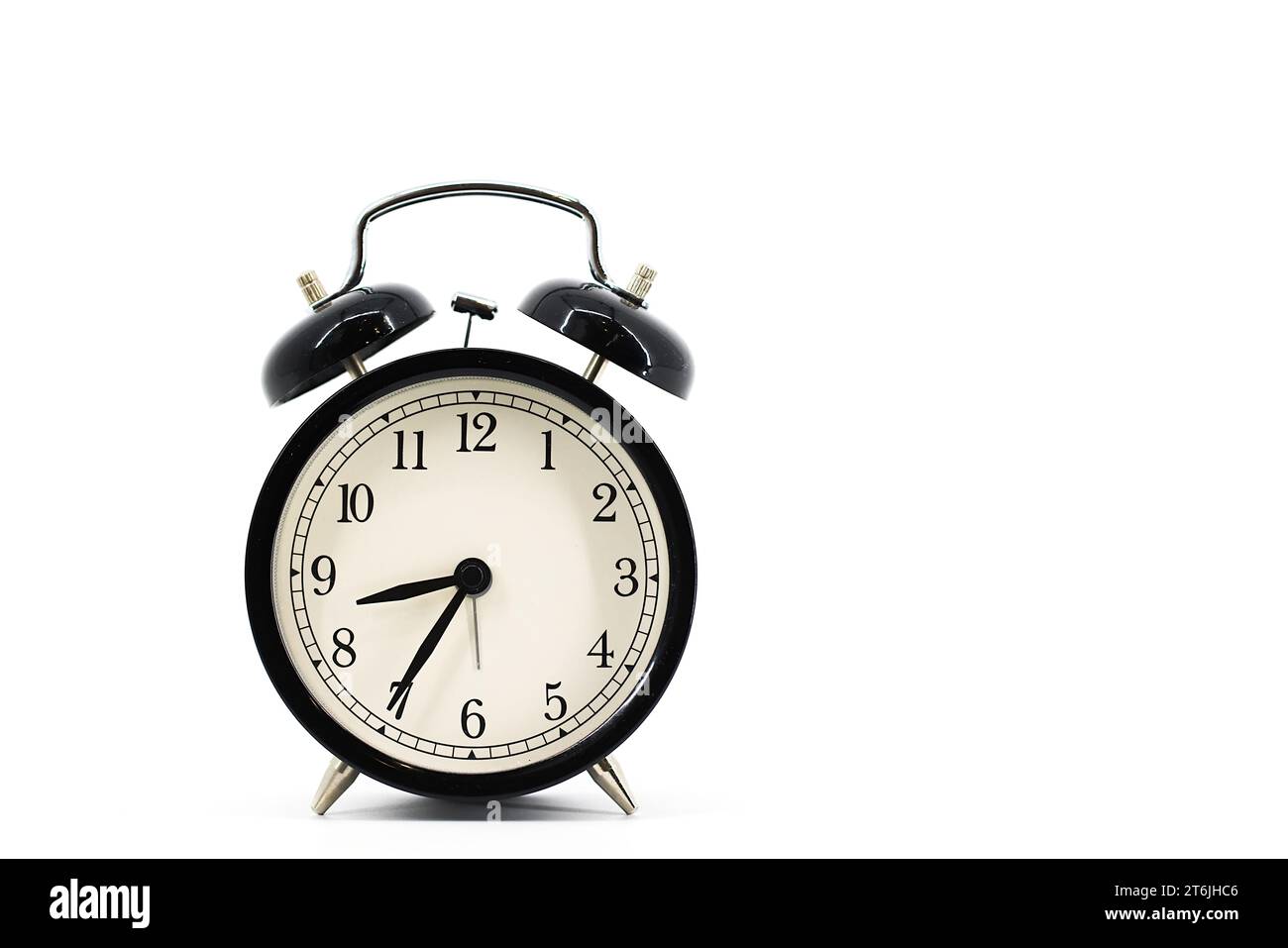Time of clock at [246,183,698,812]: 8:35
